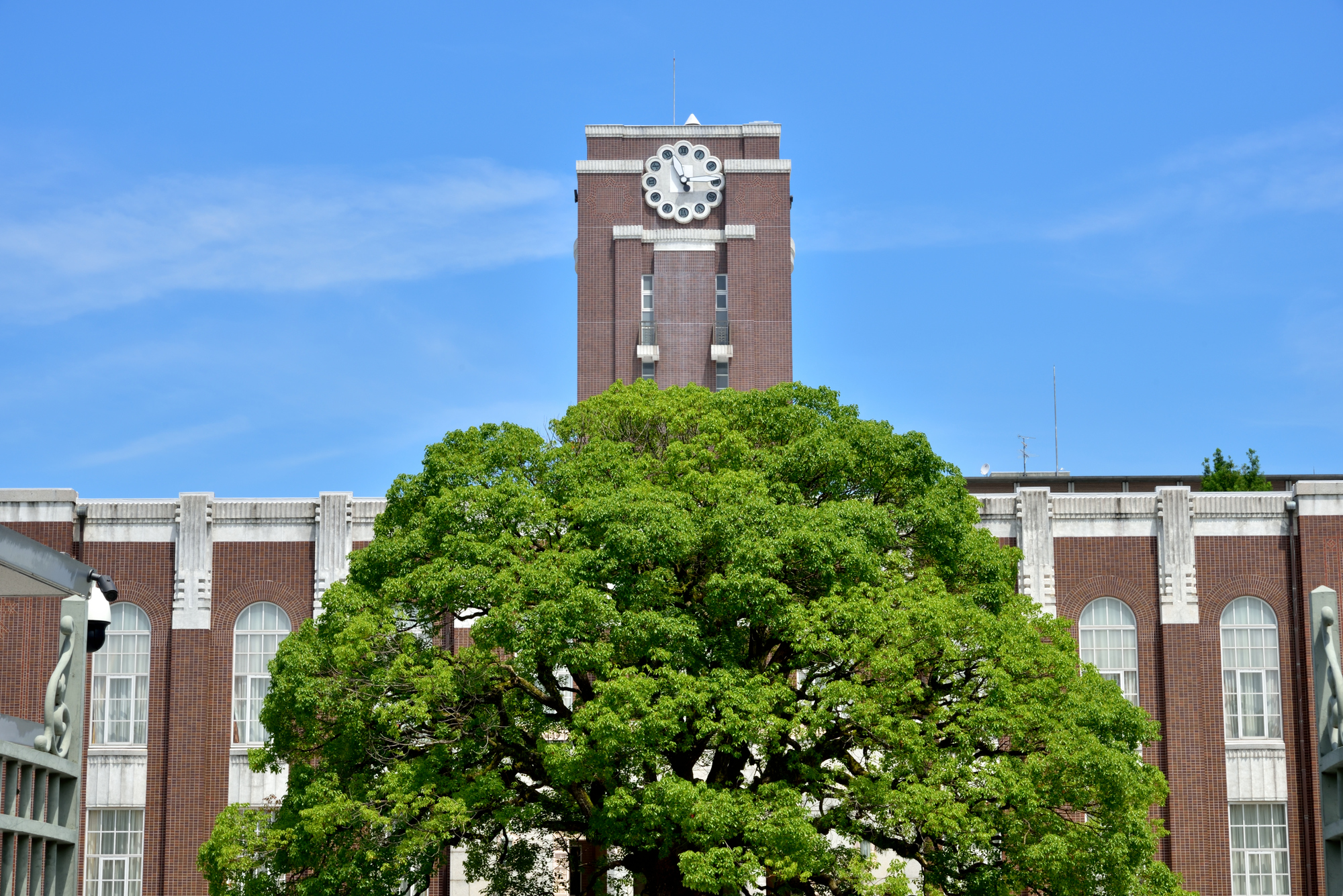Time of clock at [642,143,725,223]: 11:14
